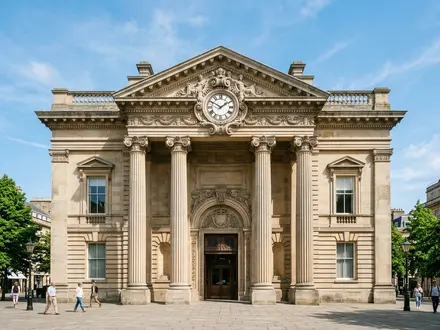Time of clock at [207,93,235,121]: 1:50
